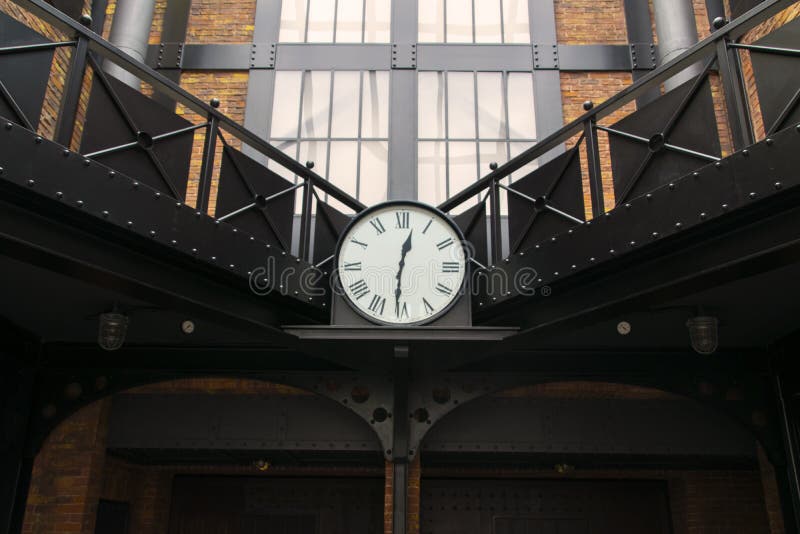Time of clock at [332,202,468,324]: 12:30
